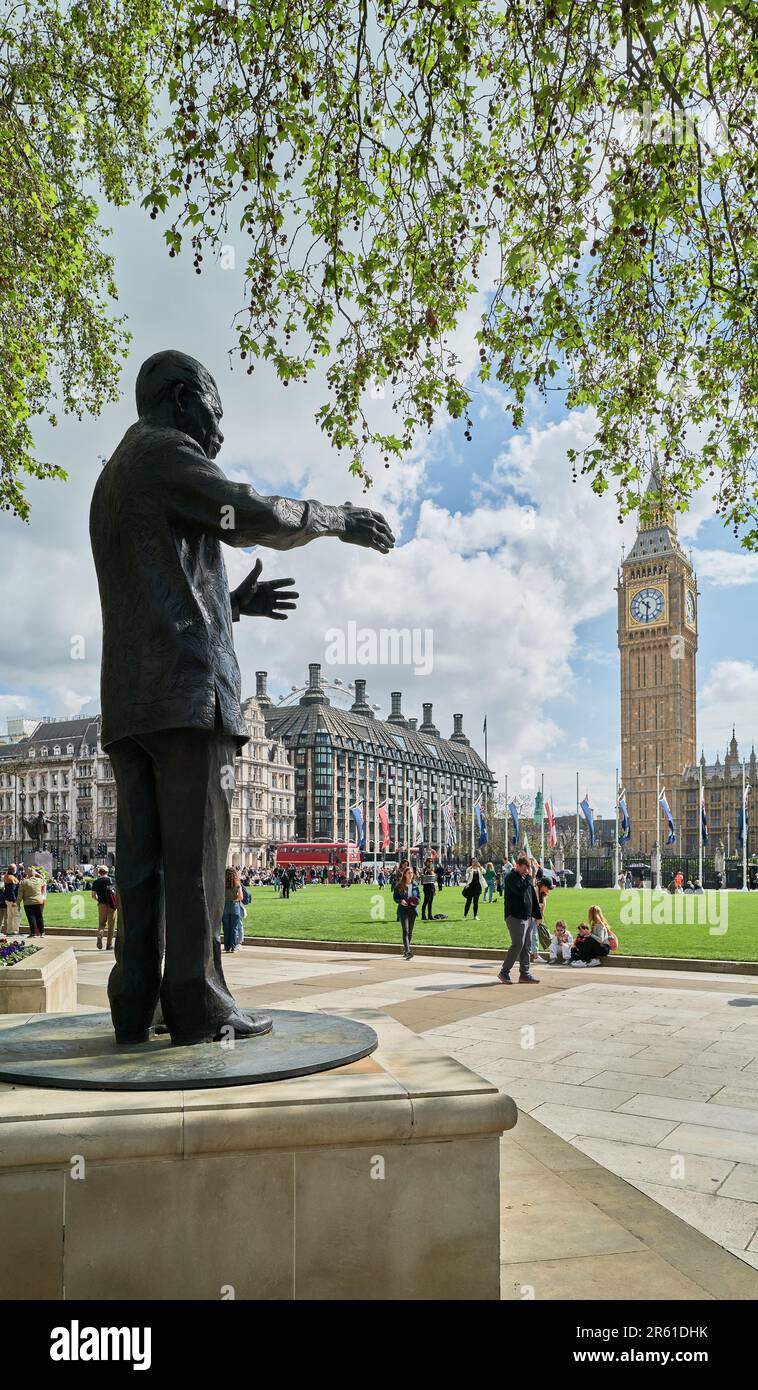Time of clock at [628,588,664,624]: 10:31
